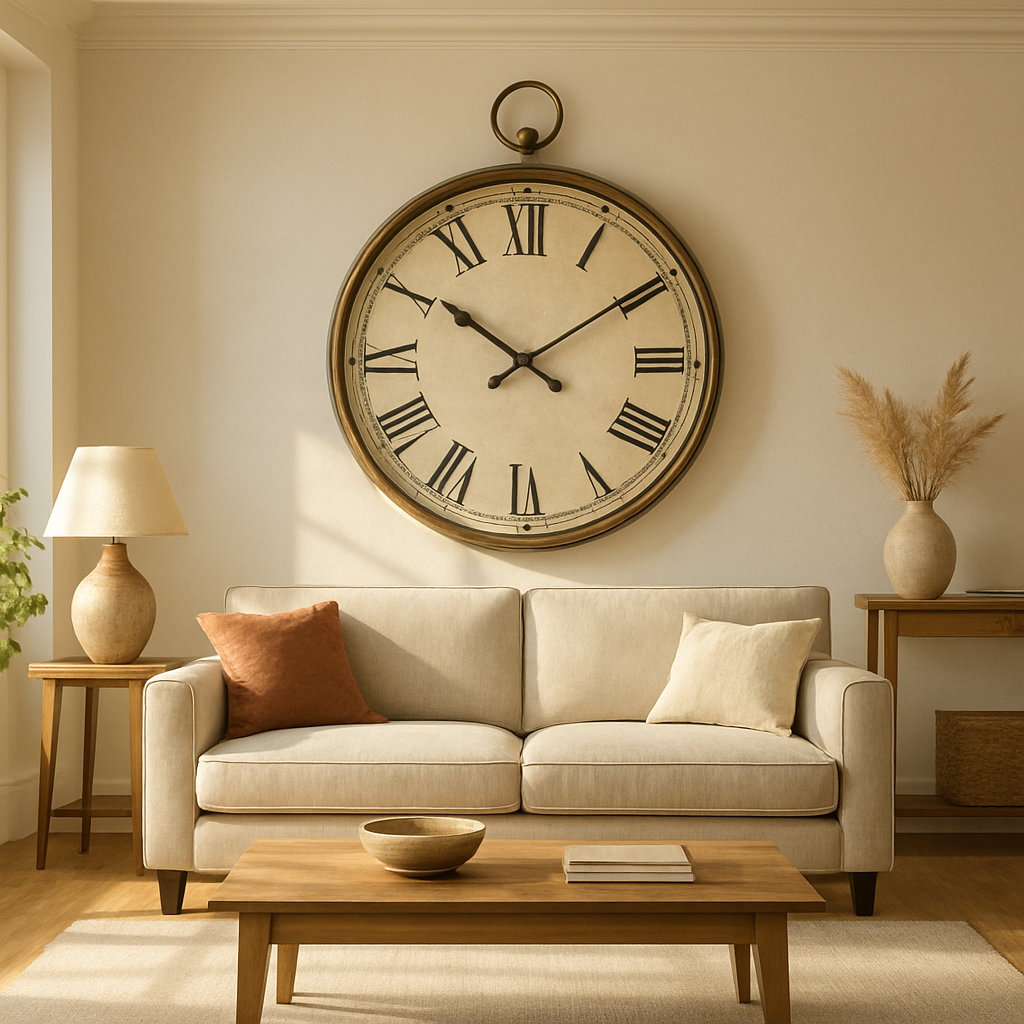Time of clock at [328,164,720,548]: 10:09
